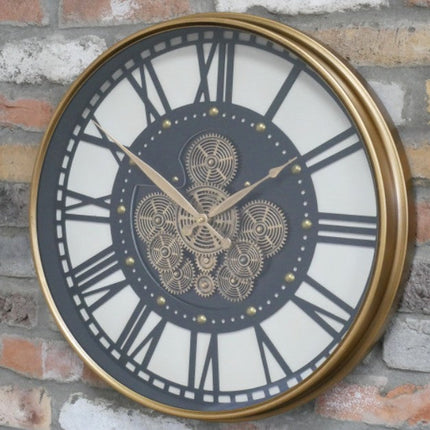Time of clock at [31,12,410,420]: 1:50
